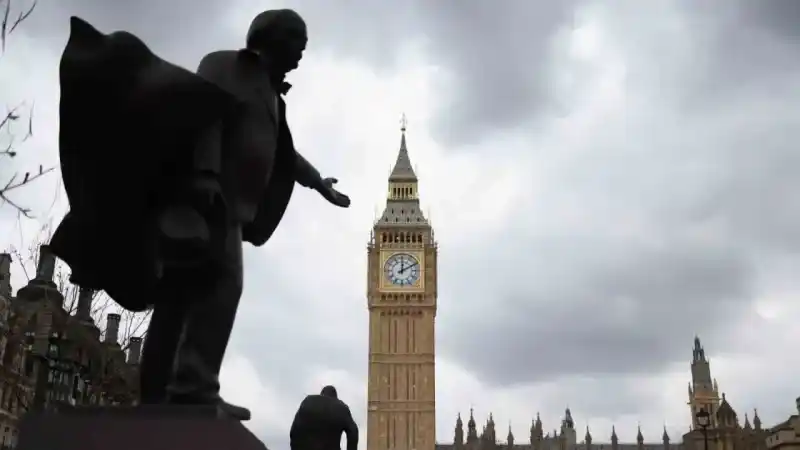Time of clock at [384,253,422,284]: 12:10
